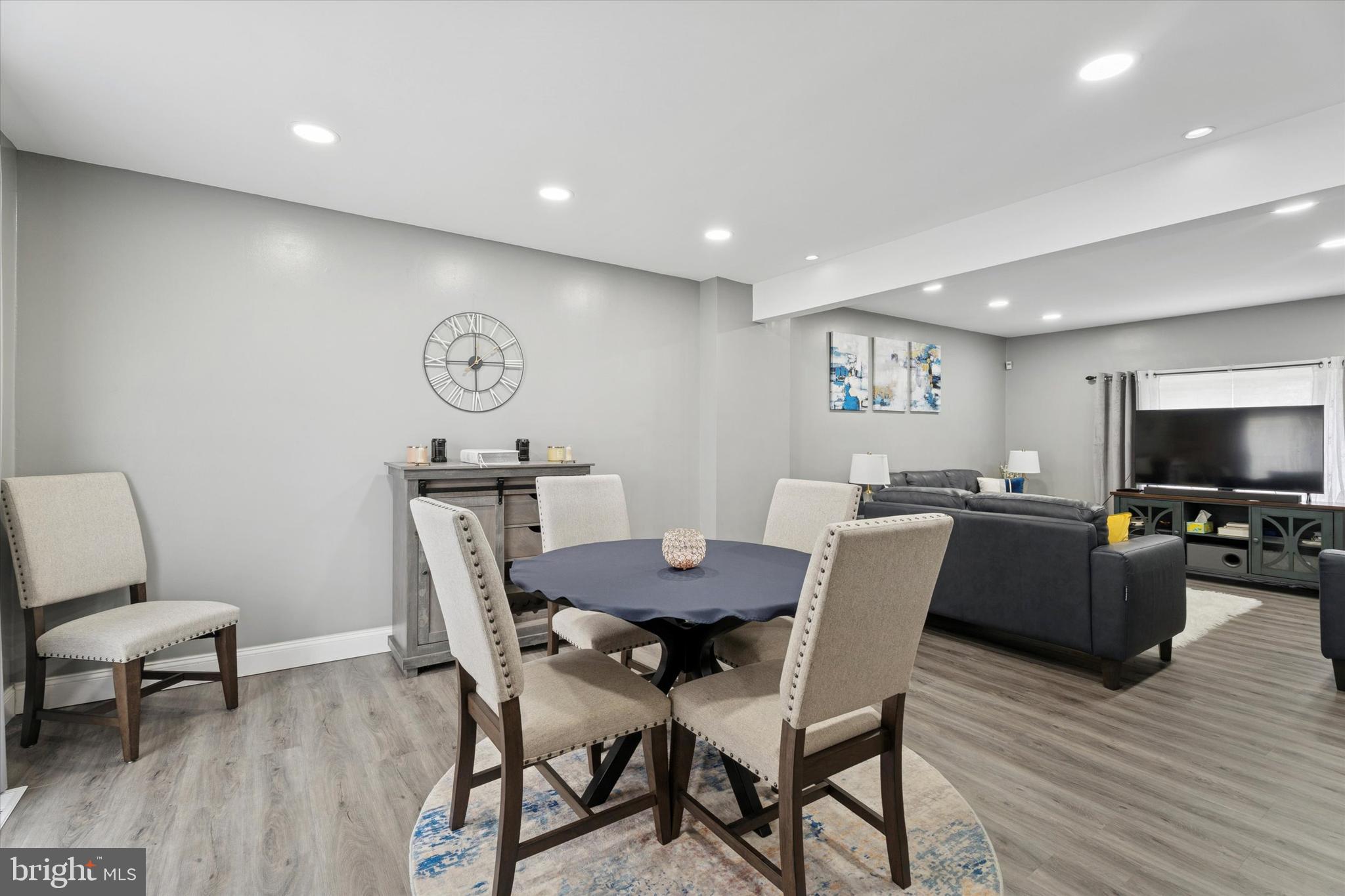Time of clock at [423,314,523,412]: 3:00
